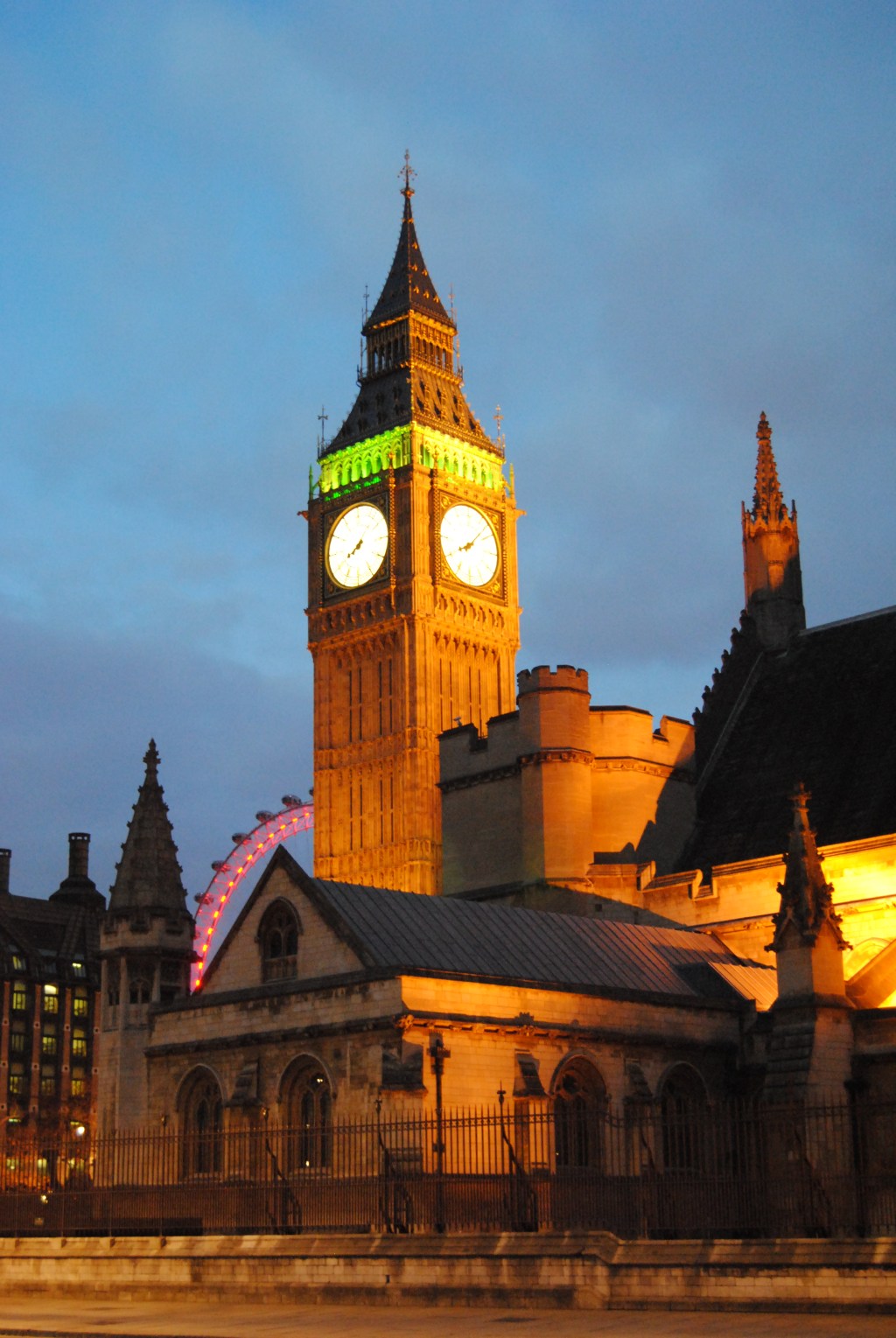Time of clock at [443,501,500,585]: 8:07
